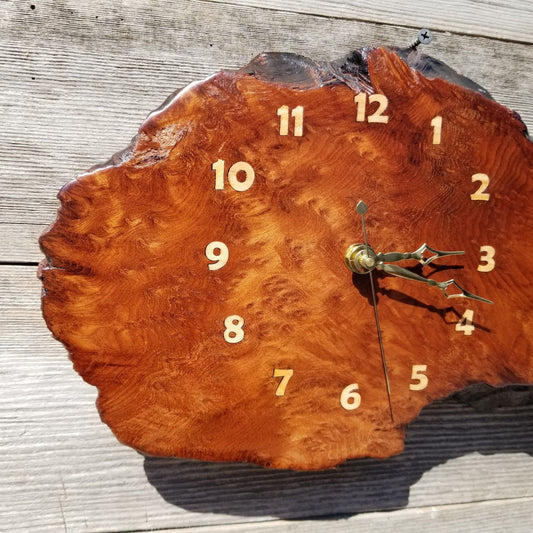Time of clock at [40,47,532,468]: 3:19
